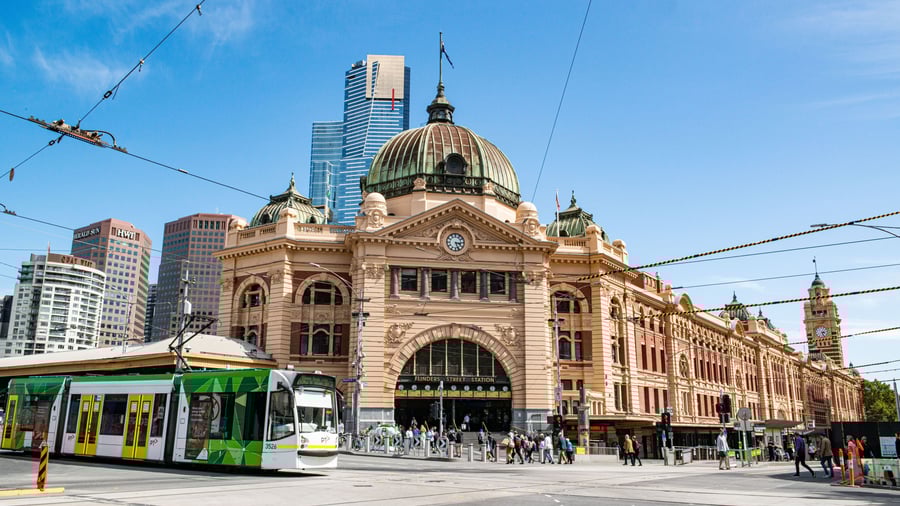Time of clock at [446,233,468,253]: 3:26
